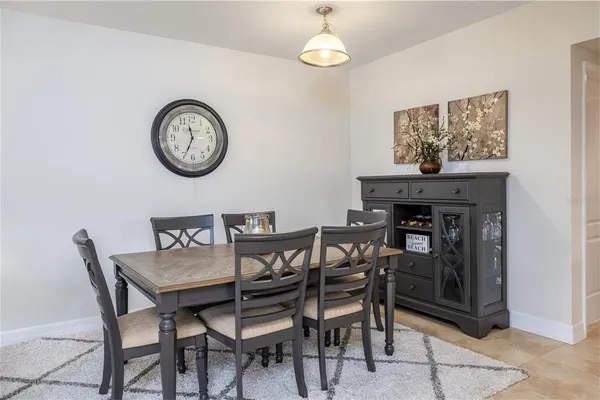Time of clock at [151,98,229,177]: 11:34
